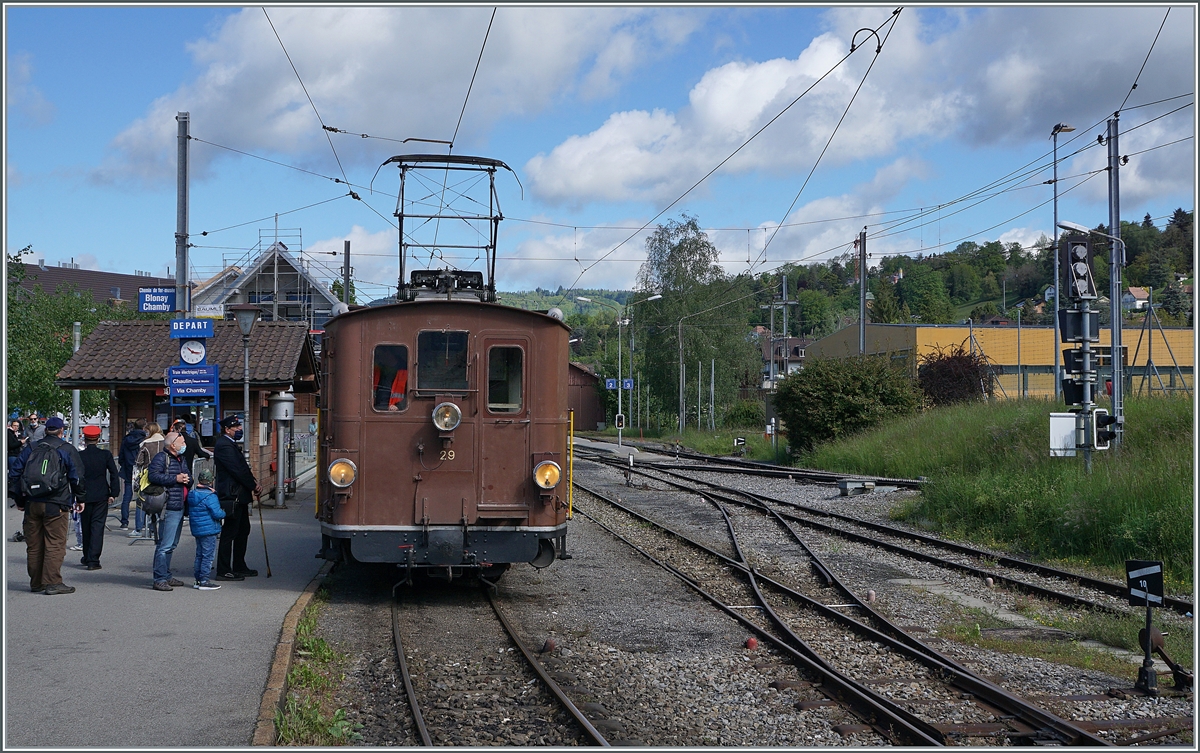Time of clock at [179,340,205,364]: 10:16
